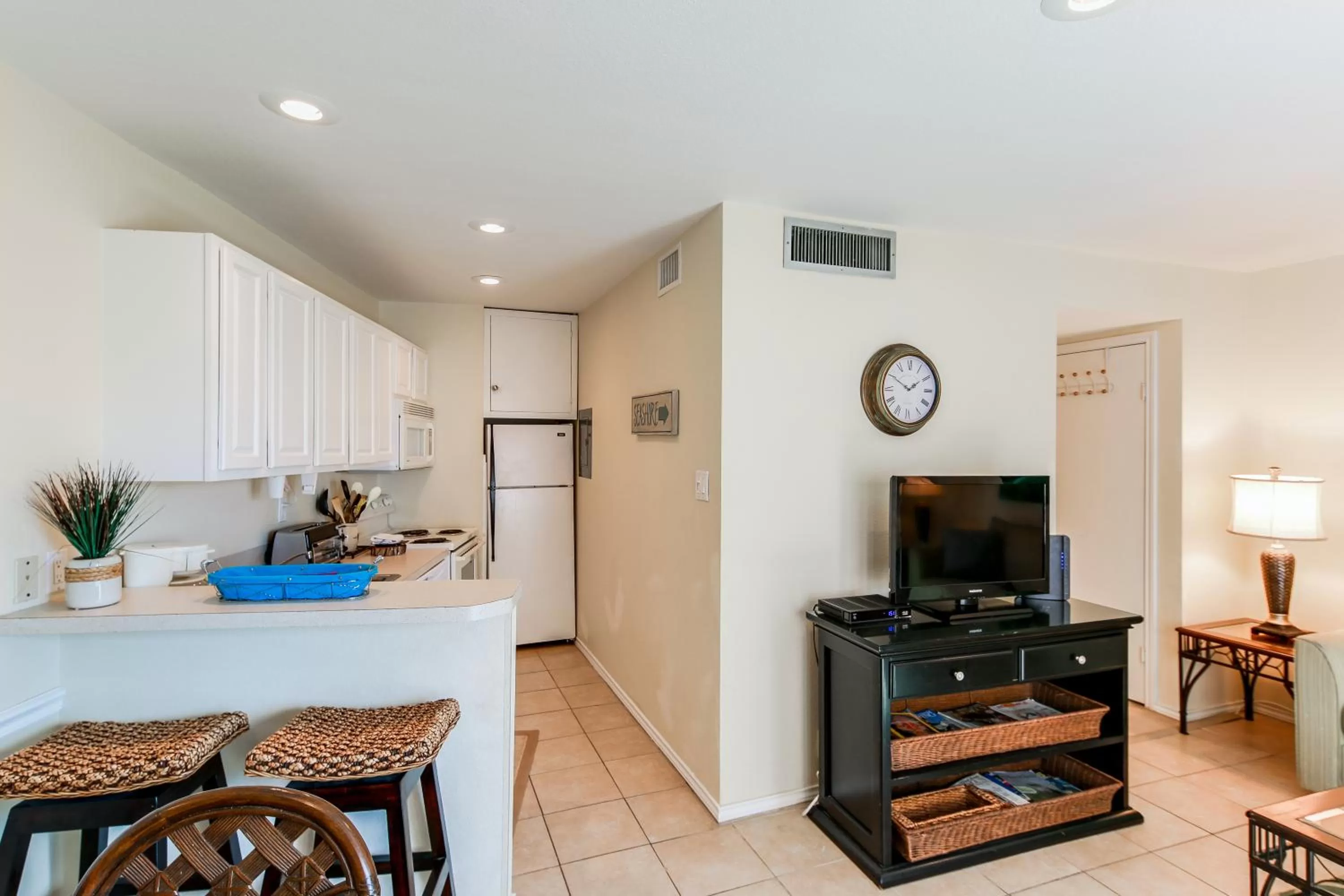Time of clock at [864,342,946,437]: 1:50
